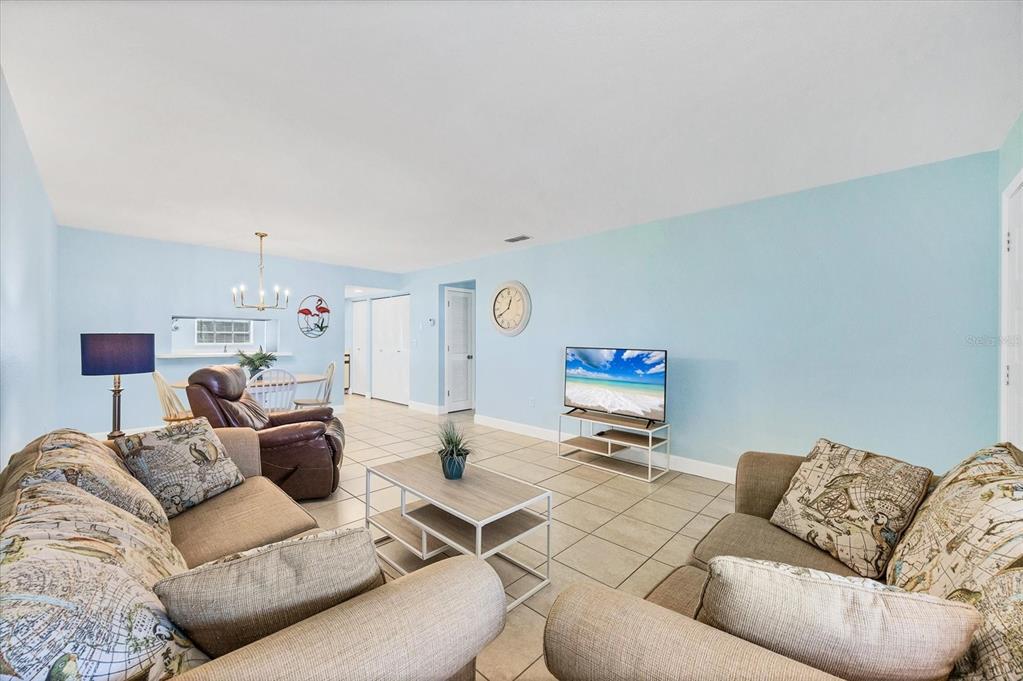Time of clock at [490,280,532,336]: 12:40
